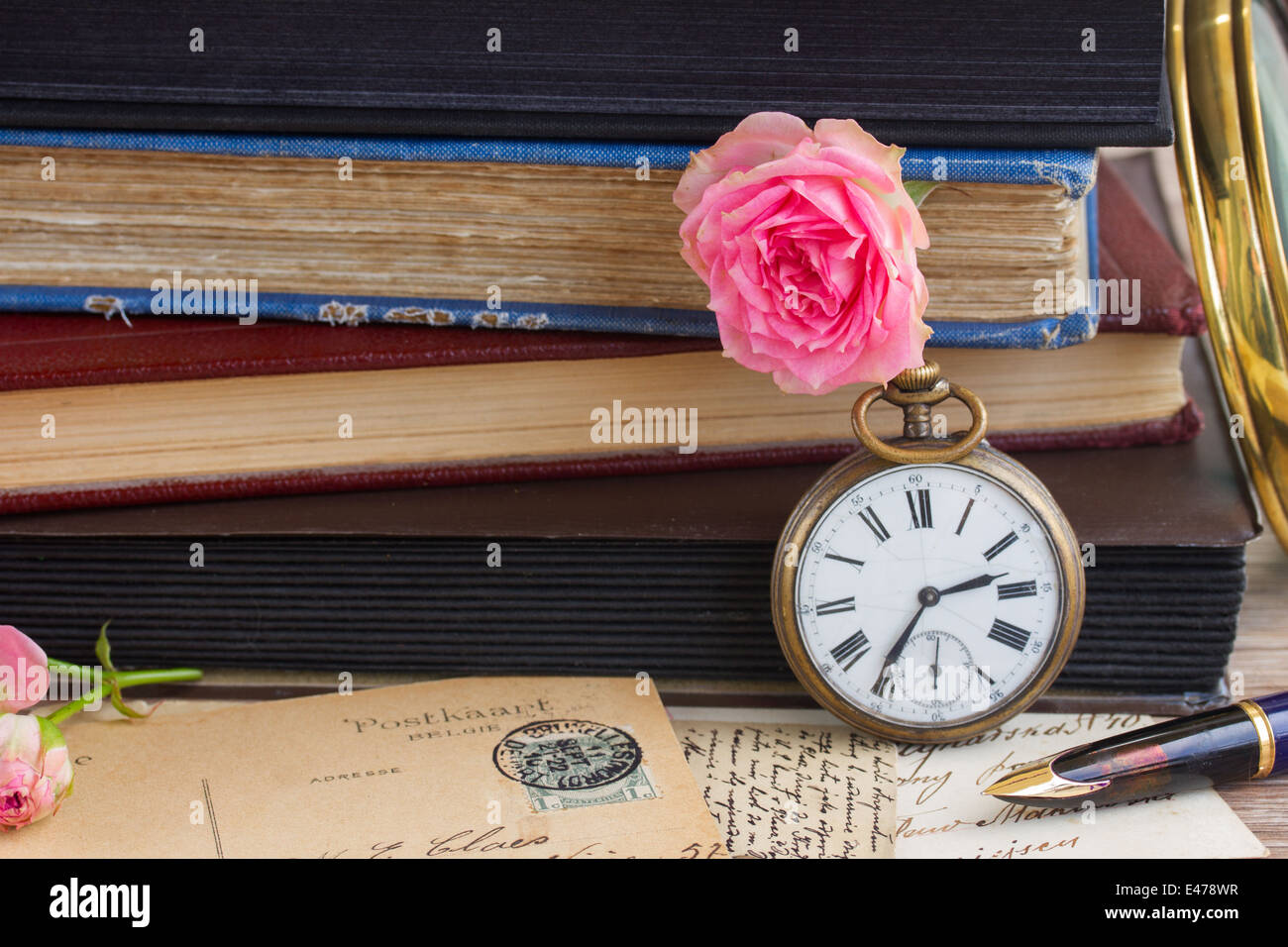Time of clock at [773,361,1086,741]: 2:35
